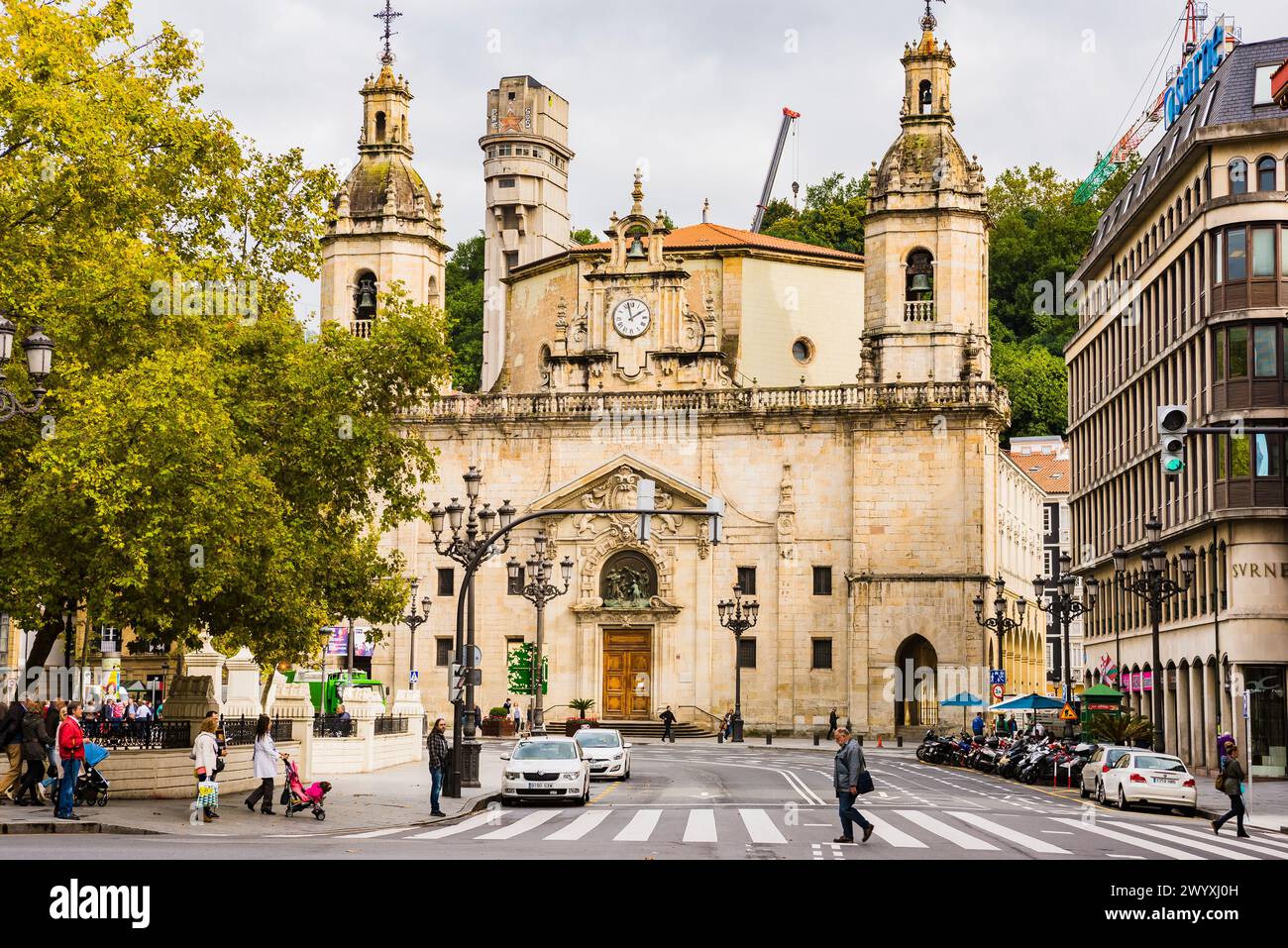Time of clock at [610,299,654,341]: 1:57
